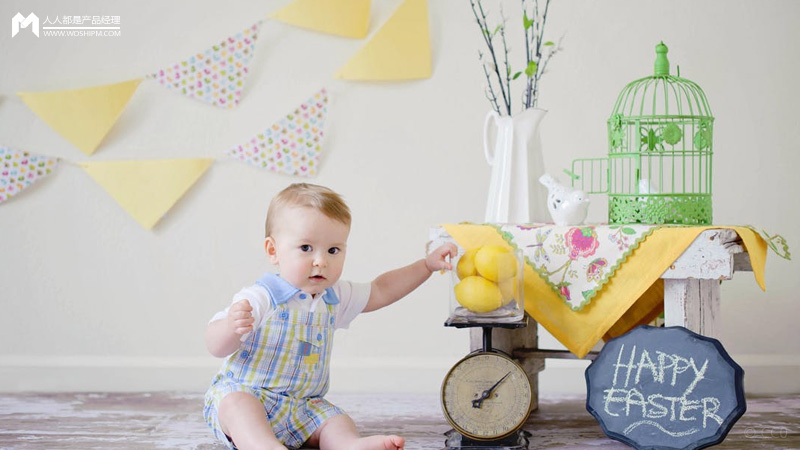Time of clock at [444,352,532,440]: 8:07
